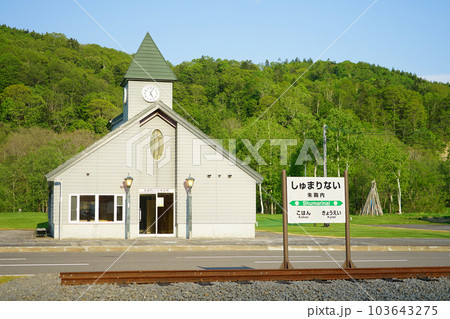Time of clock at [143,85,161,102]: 5:04
